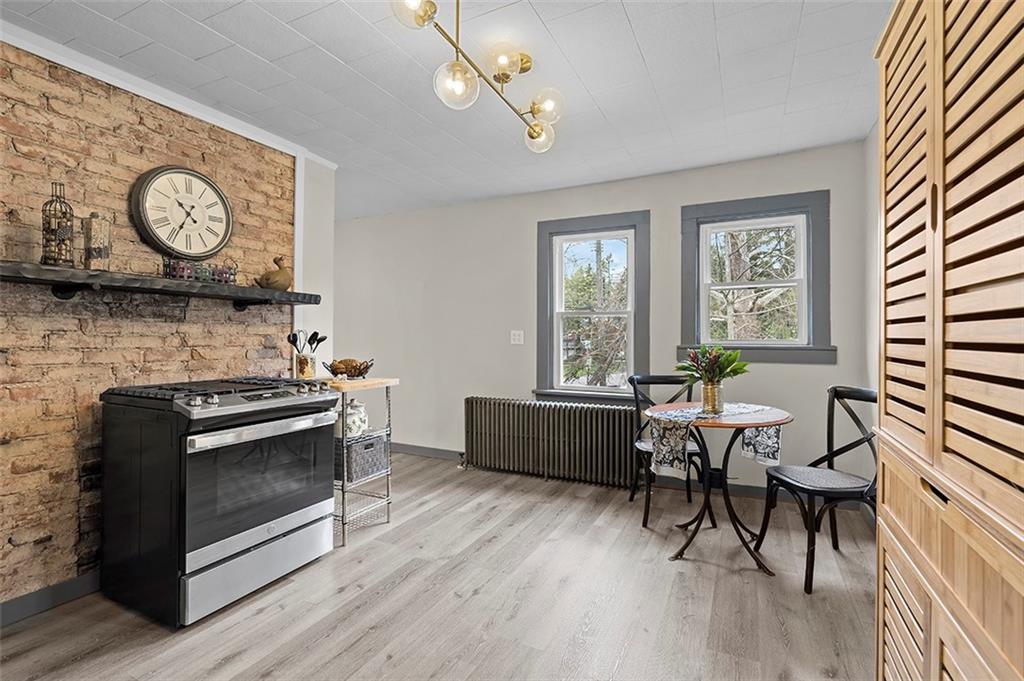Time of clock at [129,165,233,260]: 10:34
